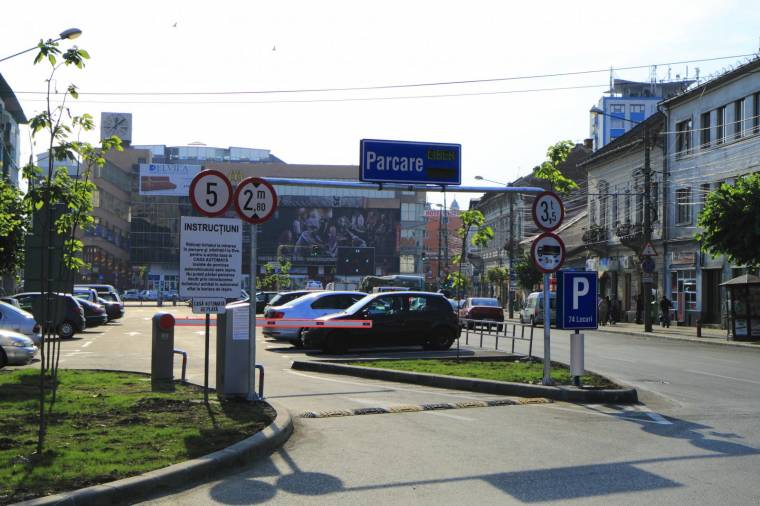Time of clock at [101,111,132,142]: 12:07
